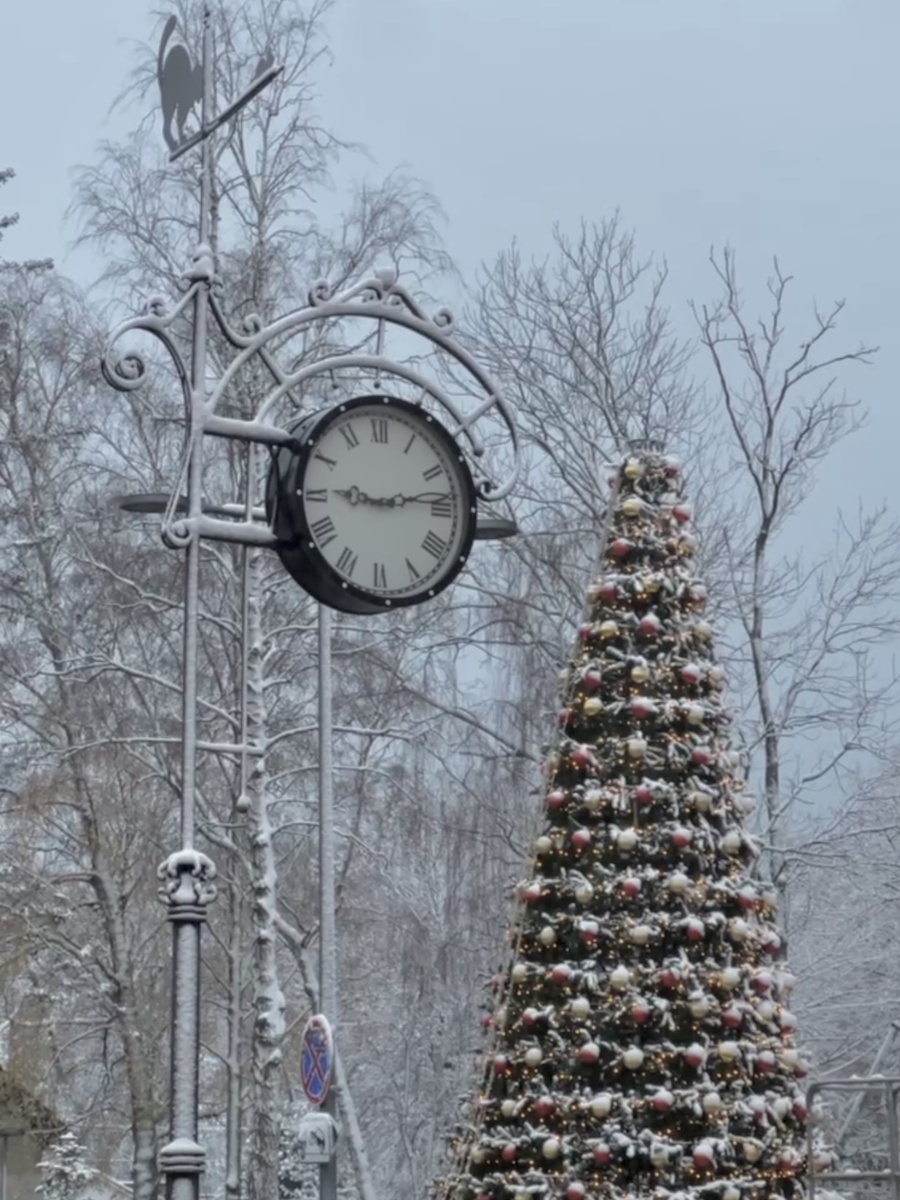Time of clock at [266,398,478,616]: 9:13
